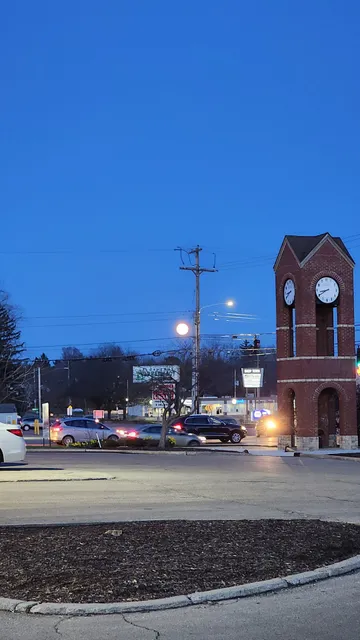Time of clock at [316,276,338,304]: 8:40
